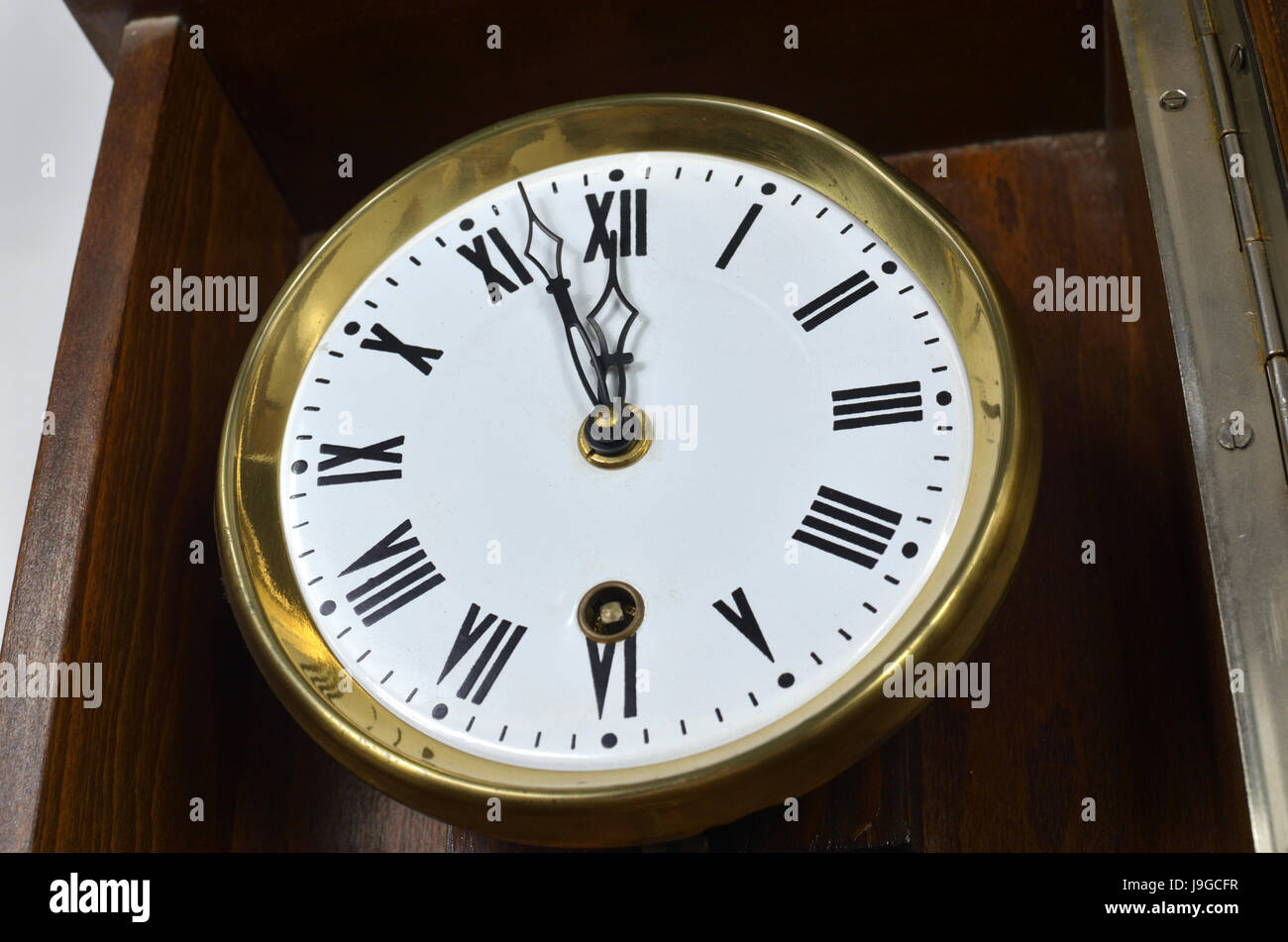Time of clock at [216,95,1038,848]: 11:56
